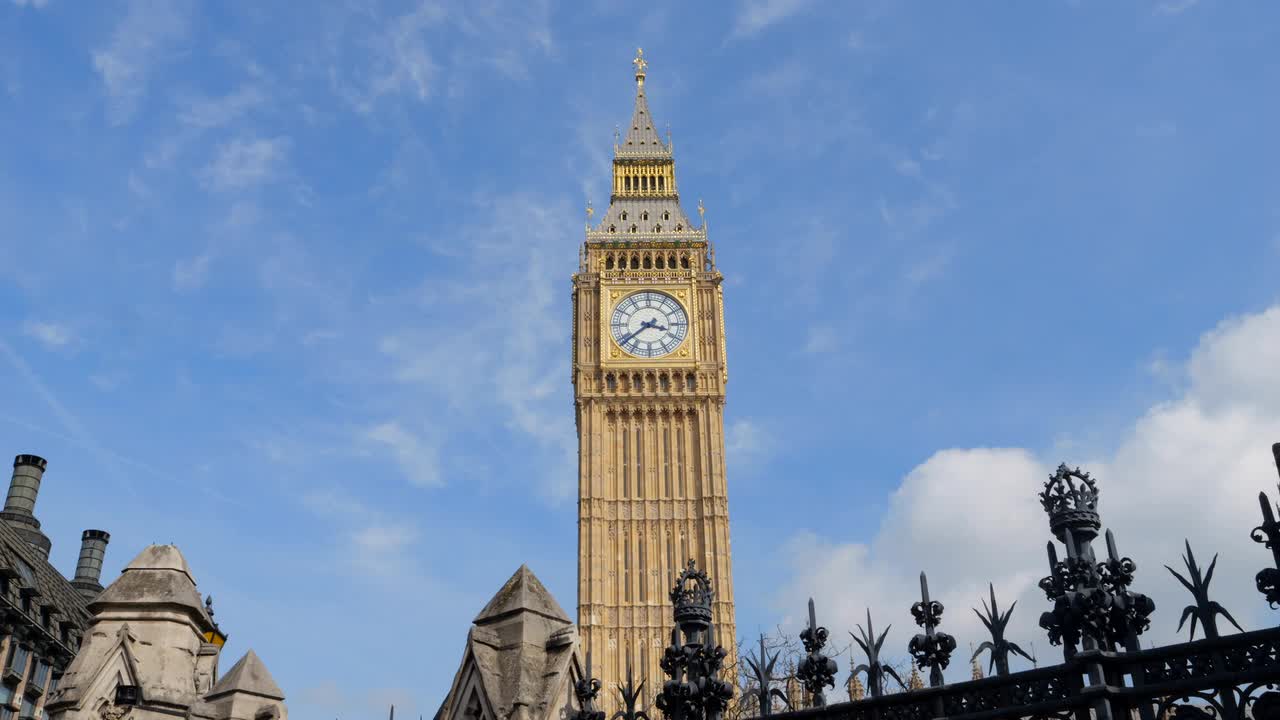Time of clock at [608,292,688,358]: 3:38
